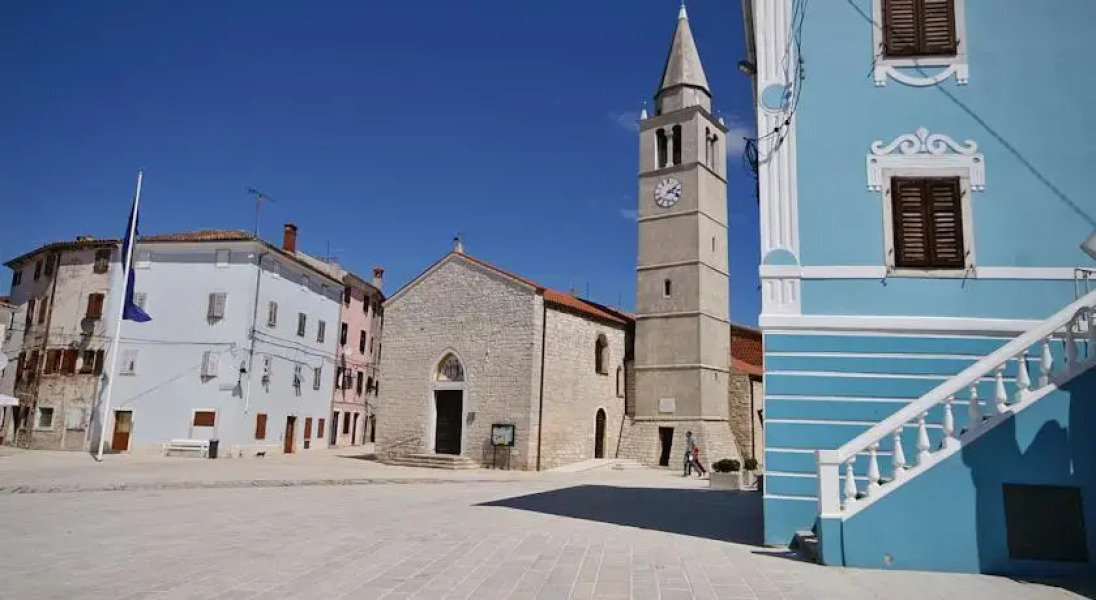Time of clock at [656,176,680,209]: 2:18
